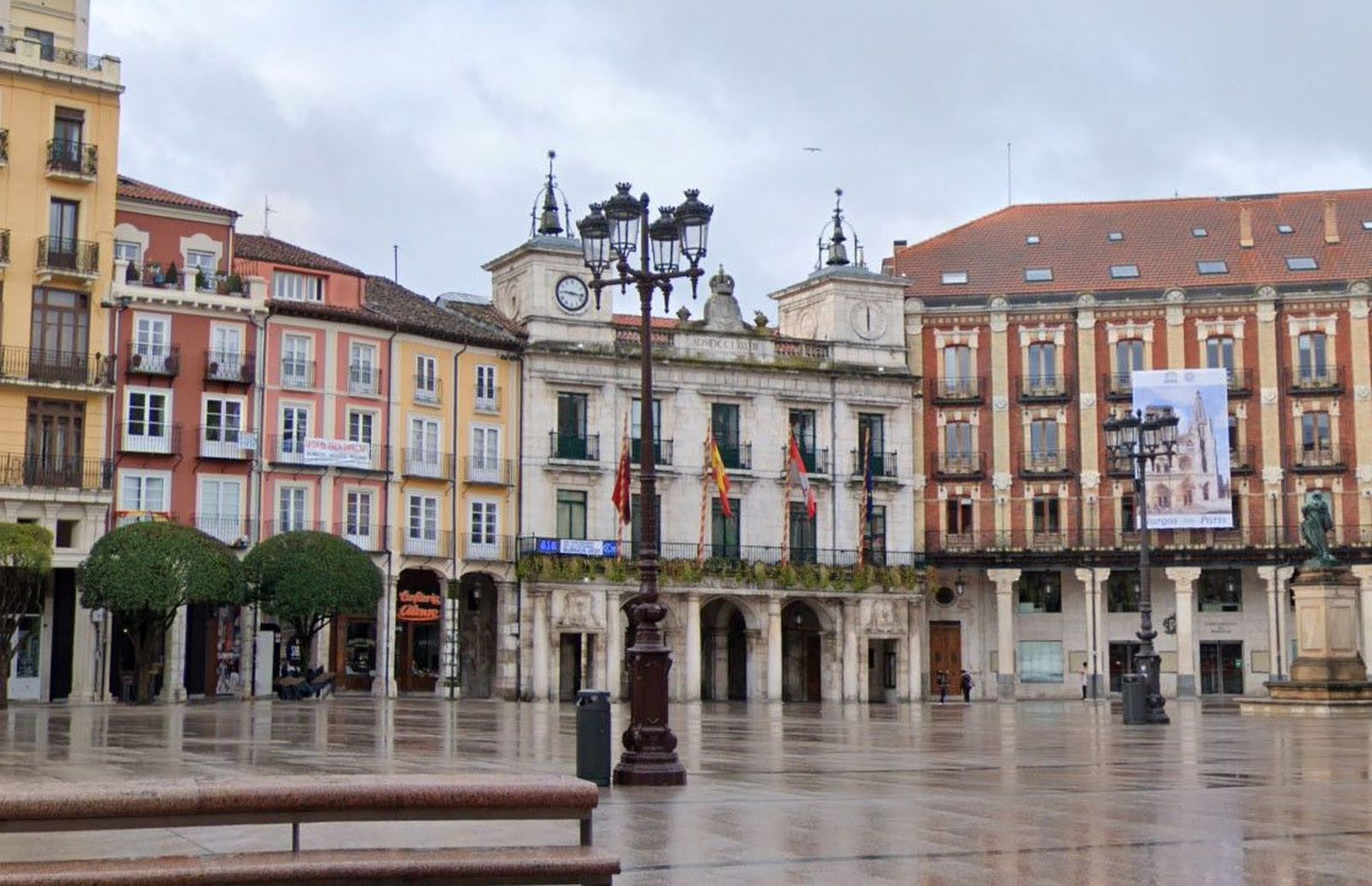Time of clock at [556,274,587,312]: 9:16
